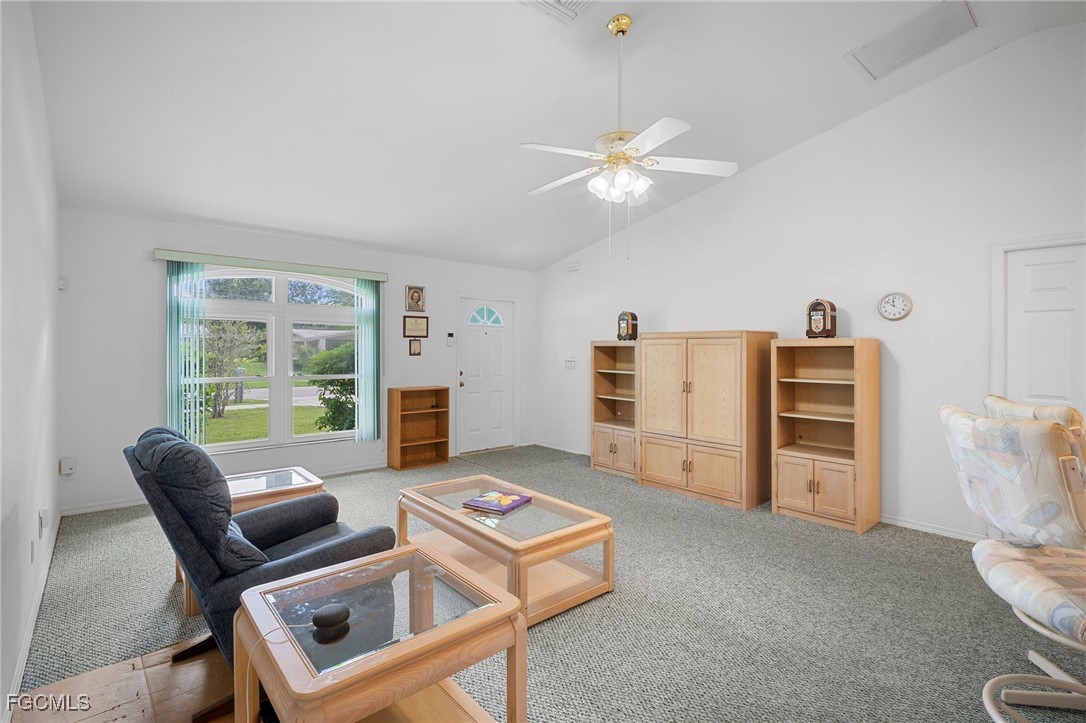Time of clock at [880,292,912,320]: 11:52
